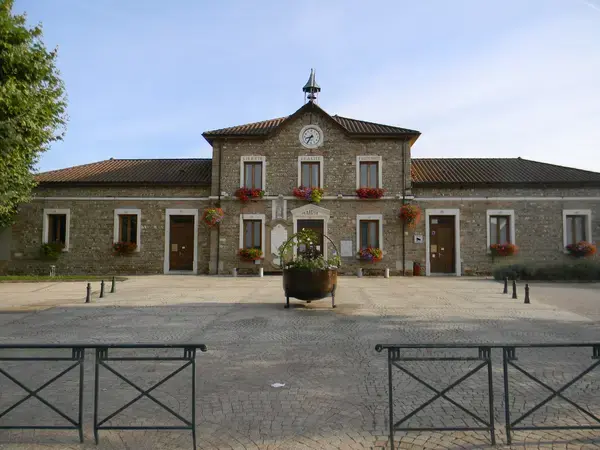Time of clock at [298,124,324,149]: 8:35
